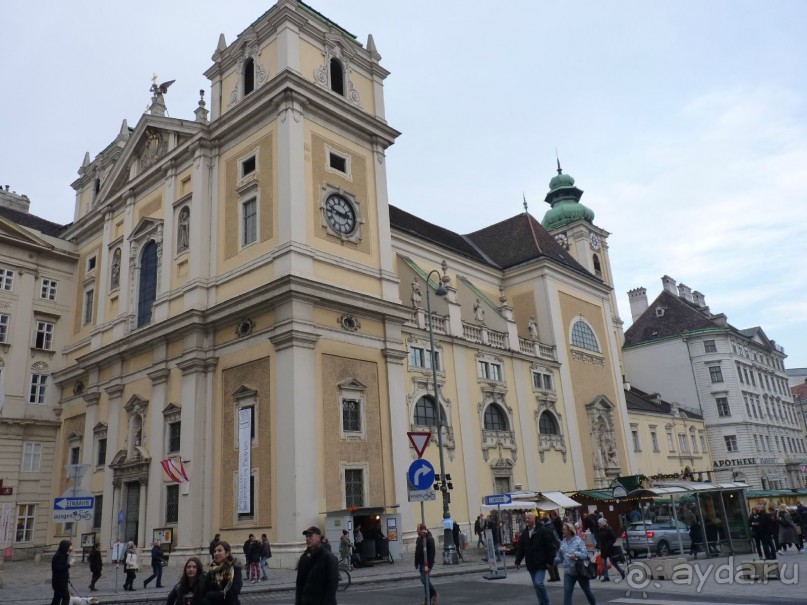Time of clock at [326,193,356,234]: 2:48
